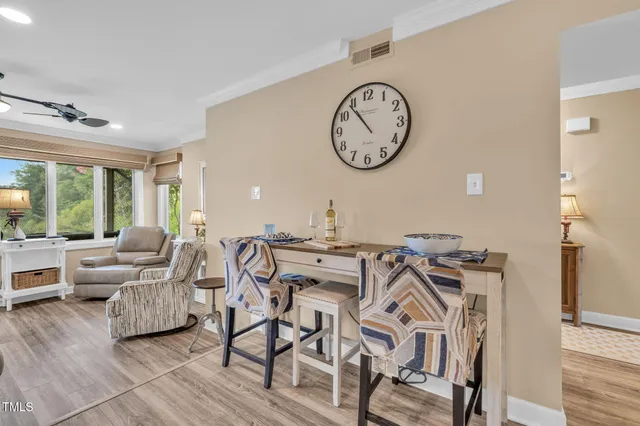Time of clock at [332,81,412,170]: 10:53
